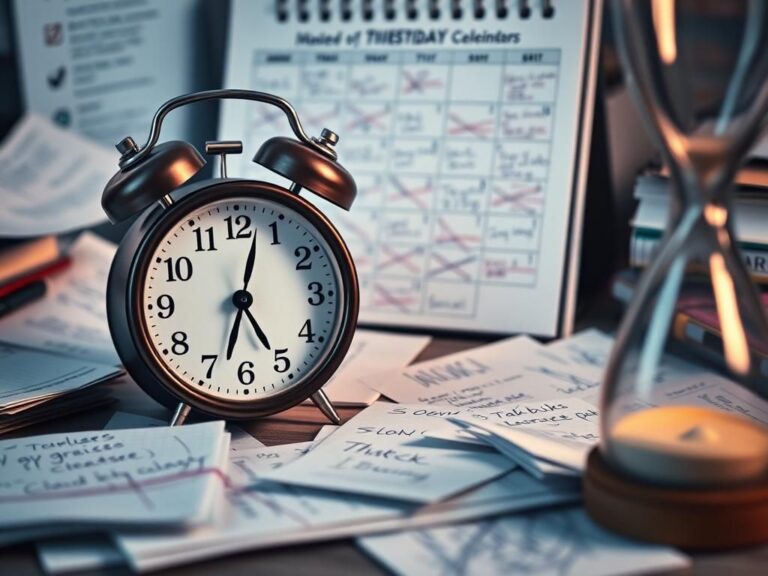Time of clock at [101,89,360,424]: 5:02
